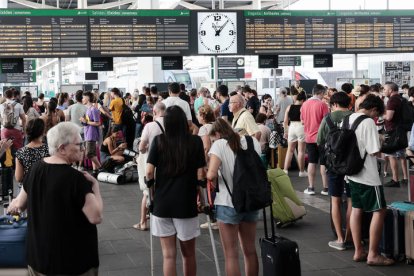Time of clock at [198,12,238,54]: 11:07
